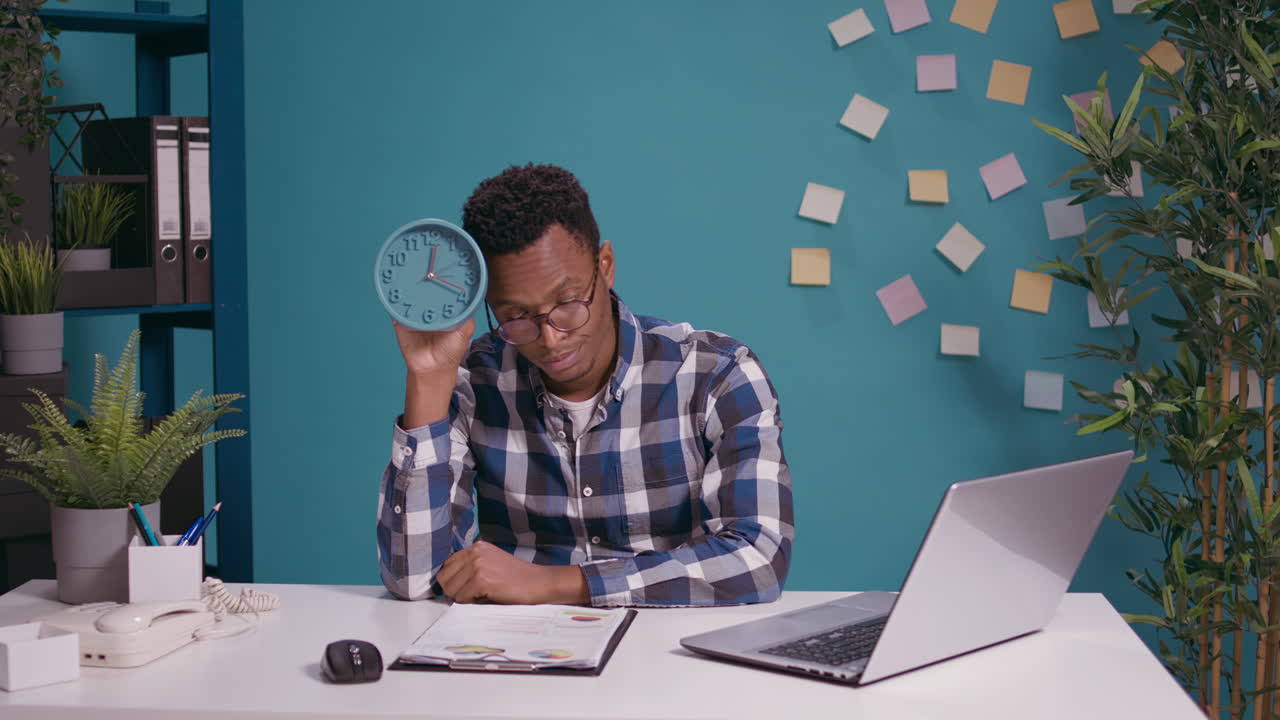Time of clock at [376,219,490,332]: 12:18
